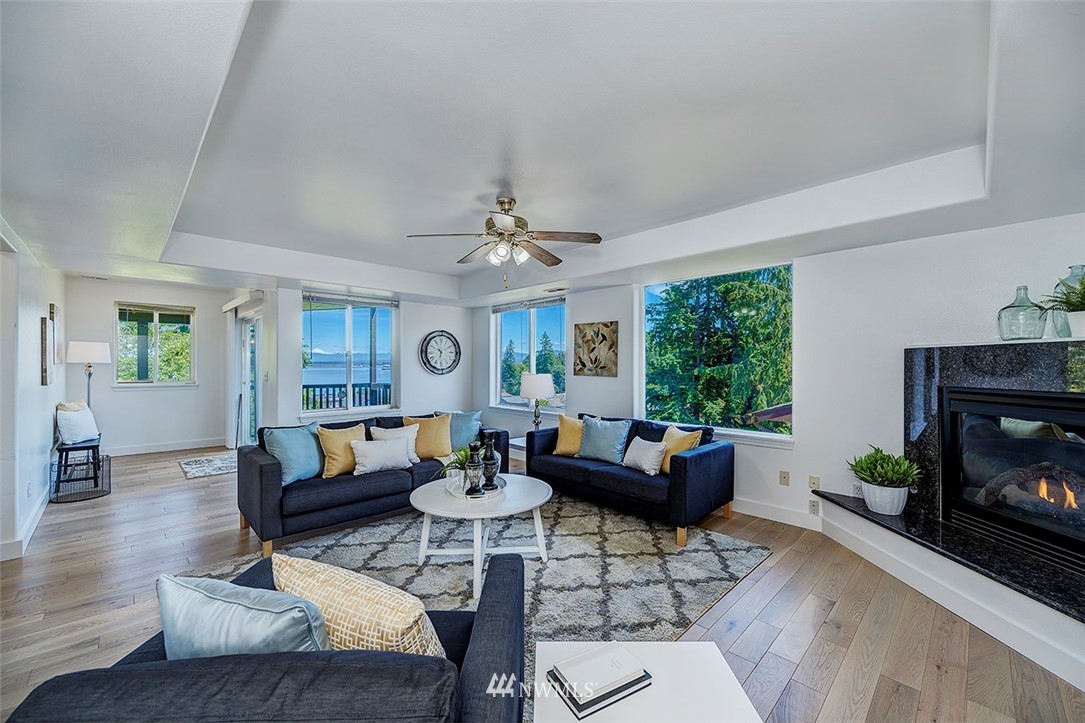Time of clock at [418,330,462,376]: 10:31
